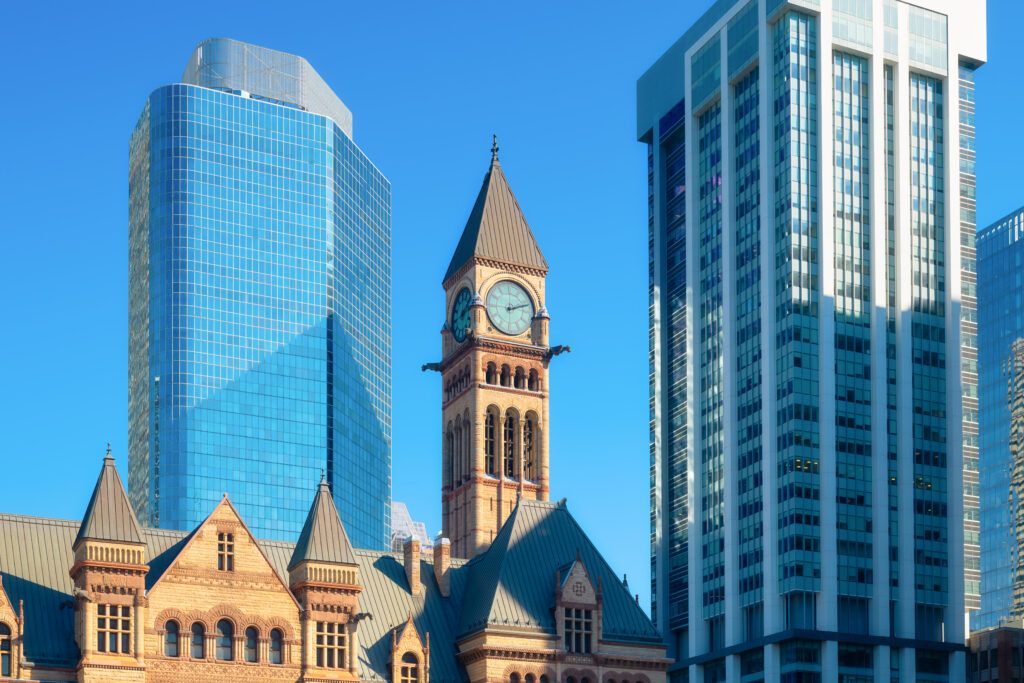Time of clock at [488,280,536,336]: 2:11
